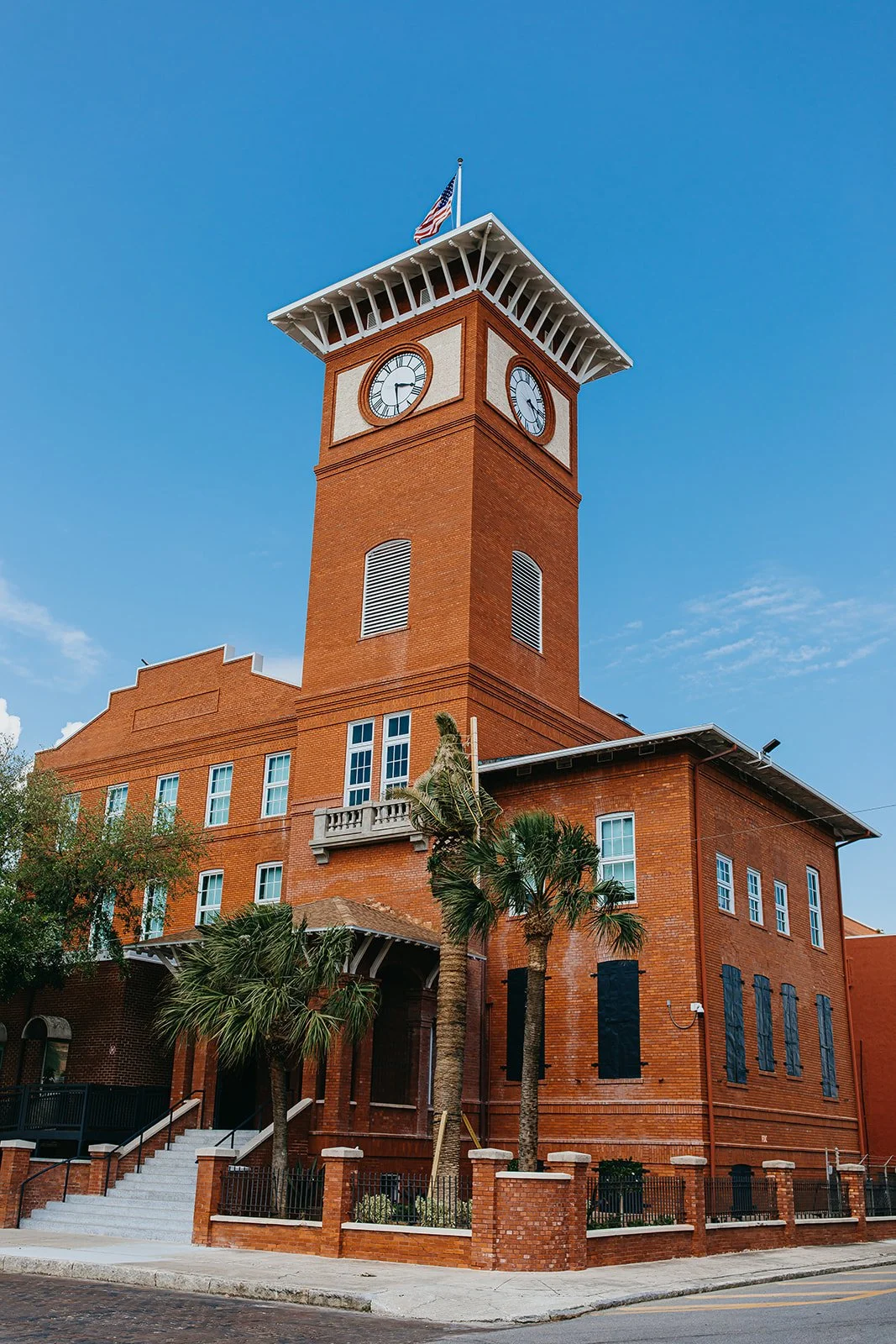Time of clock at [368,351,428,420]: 3:29
